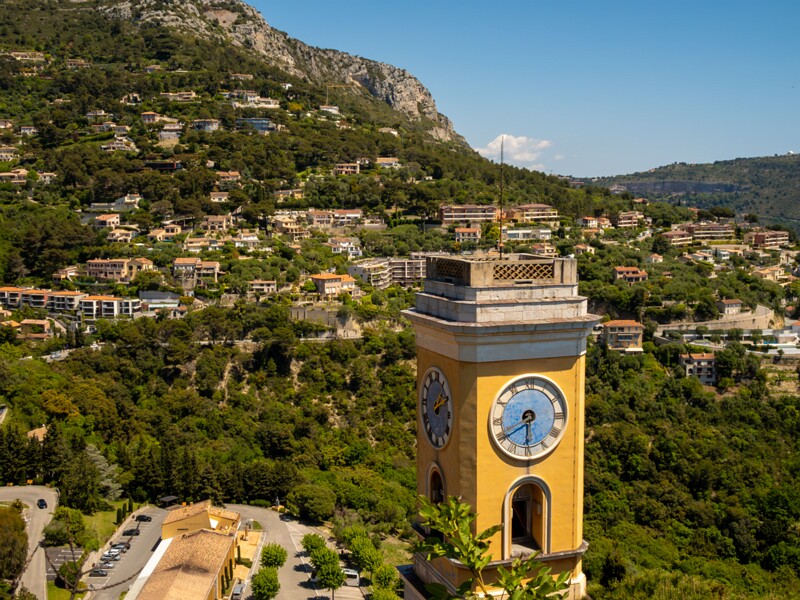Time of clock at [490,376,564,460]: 5:40
